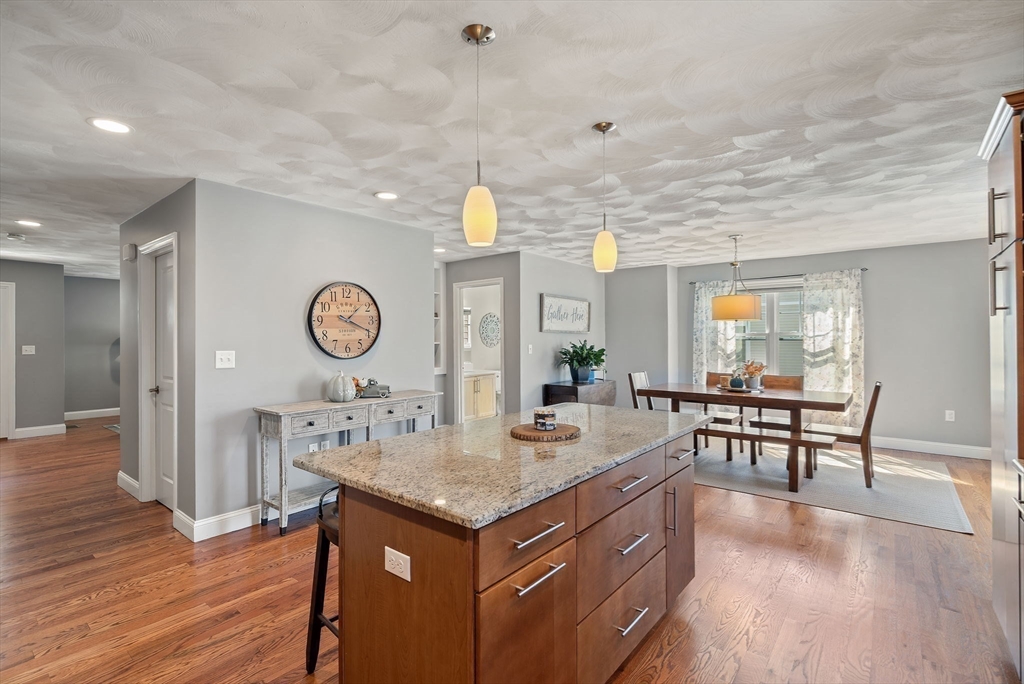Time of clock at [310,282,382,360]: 1:18
